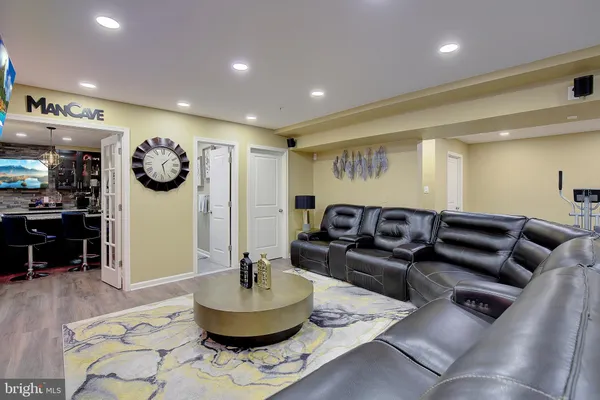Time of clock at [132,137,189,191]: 1:27
